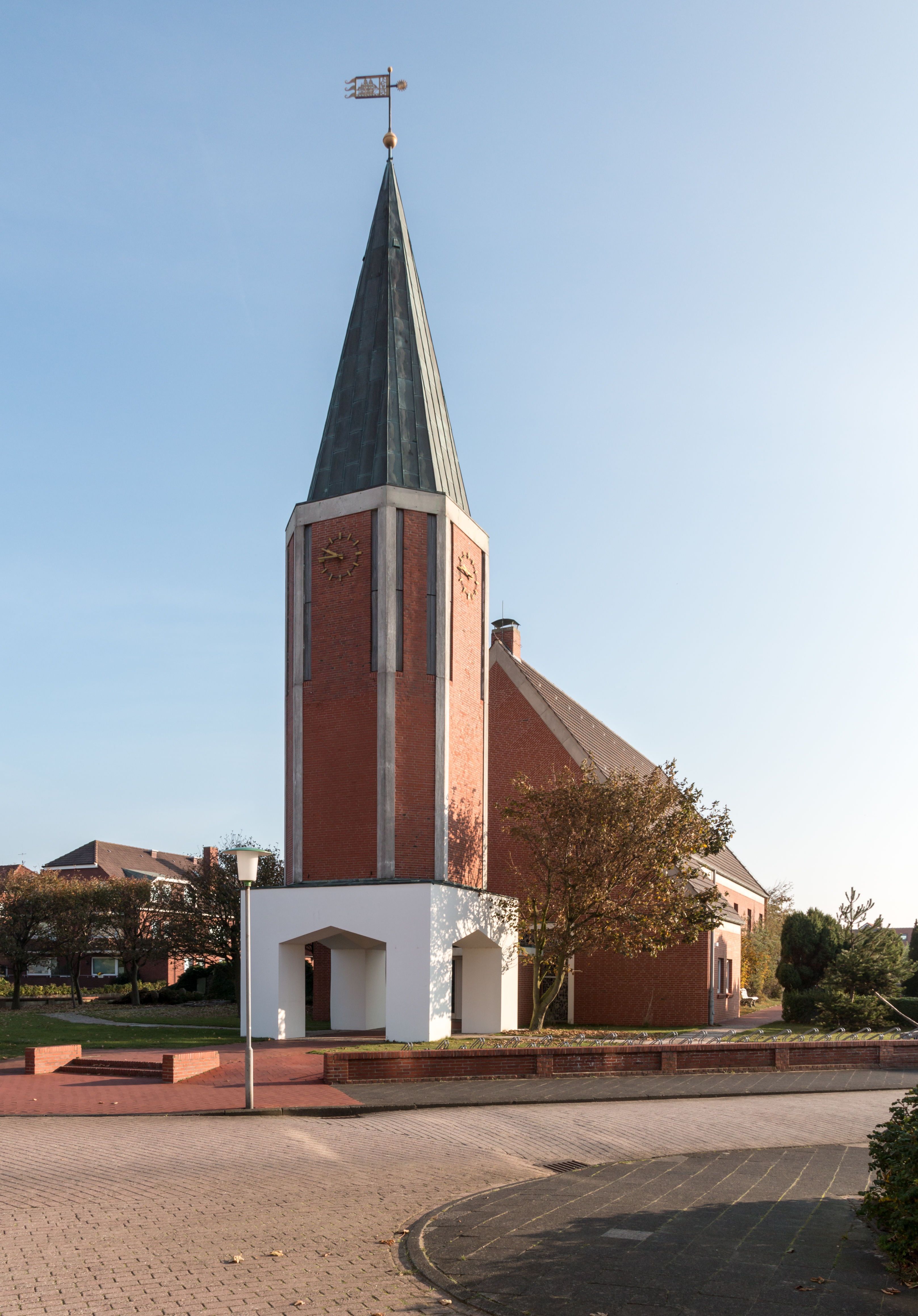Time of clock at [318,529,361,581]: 9:45
